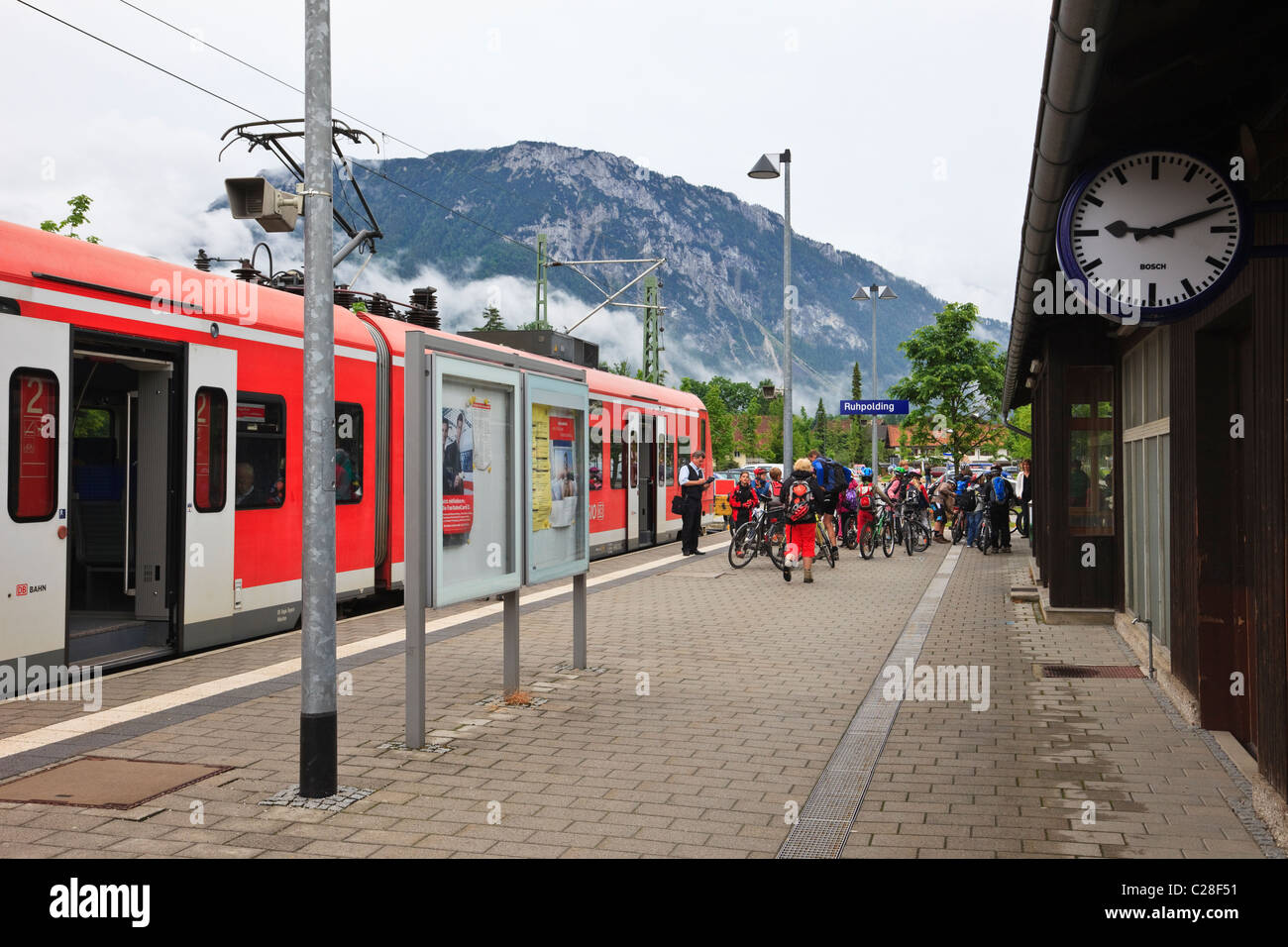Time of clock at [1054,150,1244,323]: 9:12
